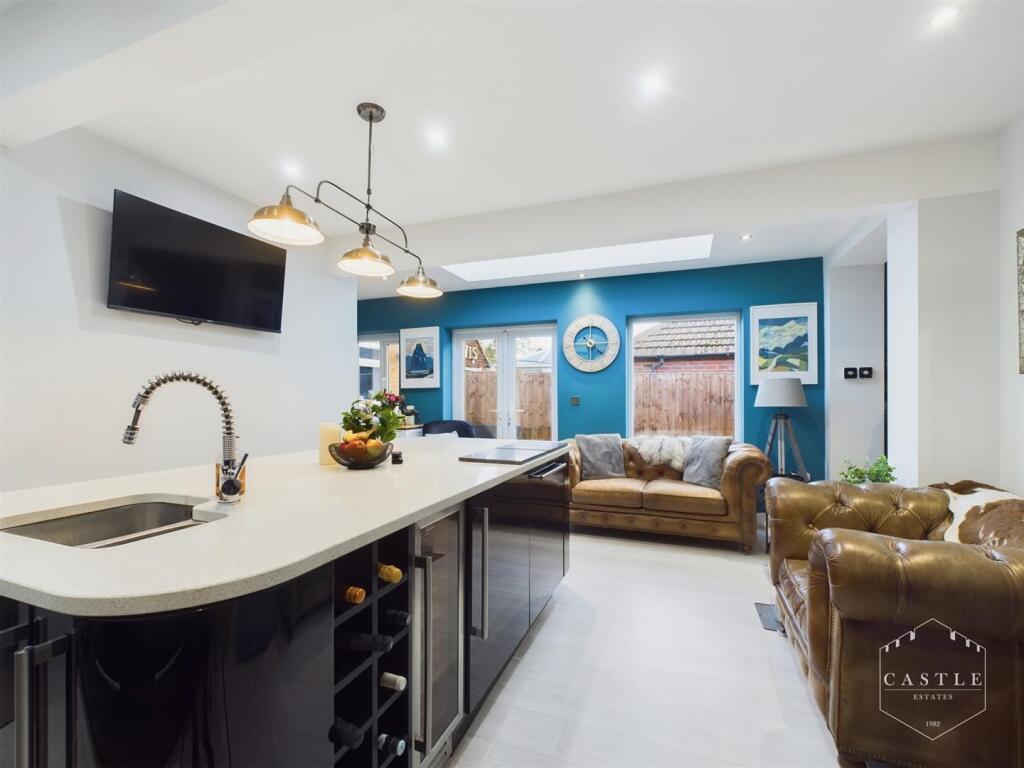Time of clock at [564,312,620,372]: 10:14
